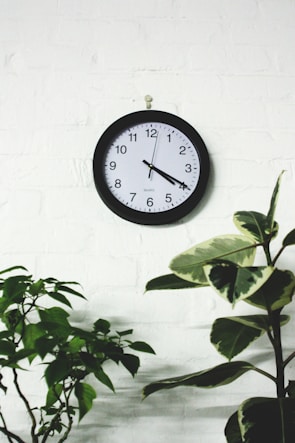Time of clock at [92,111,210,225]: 4:19
